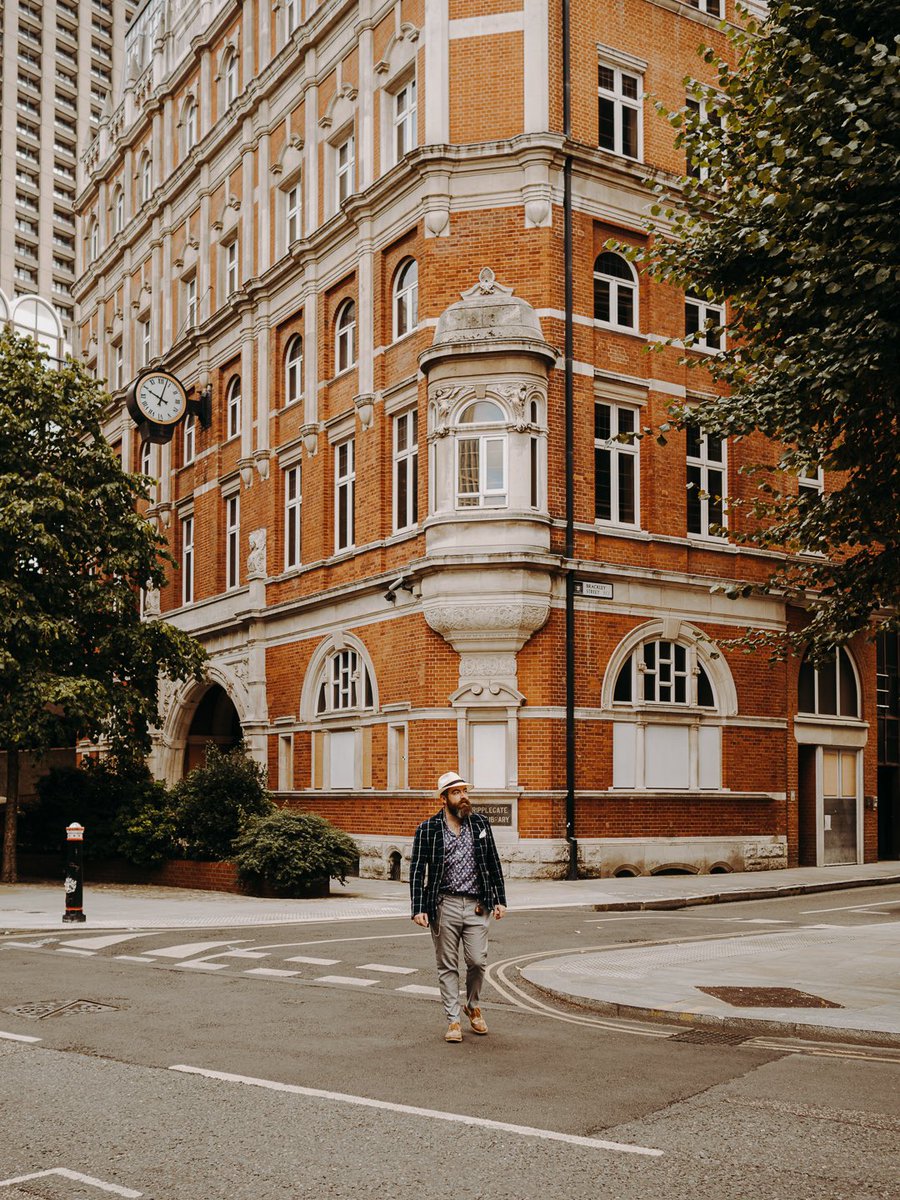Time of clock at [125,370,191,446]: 10:03
